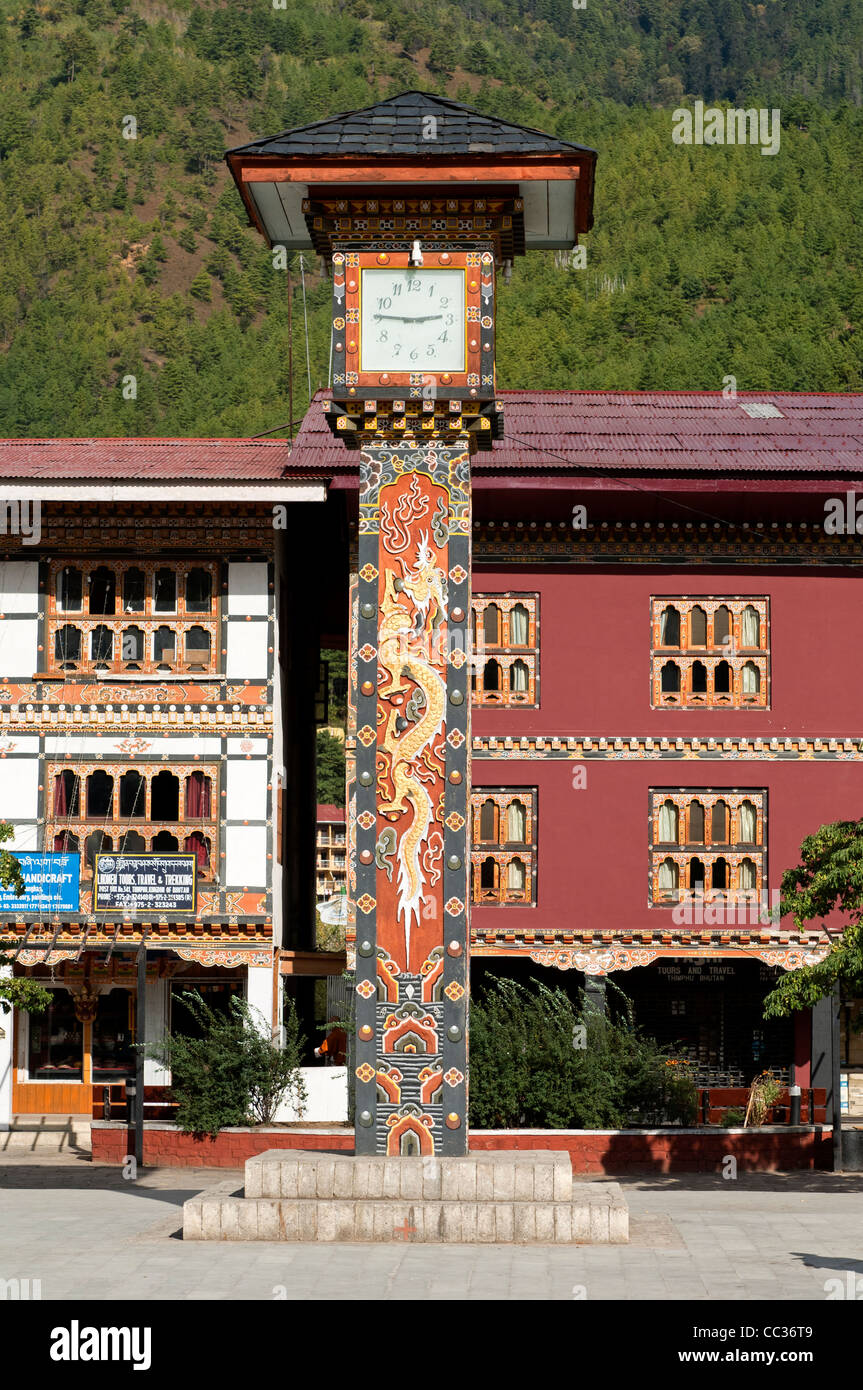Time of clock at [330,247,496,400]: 2:46
